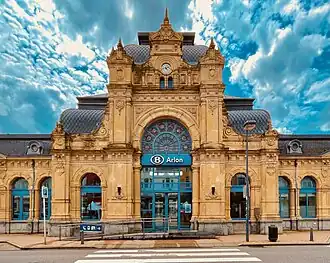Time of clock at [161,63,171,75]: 4:42
